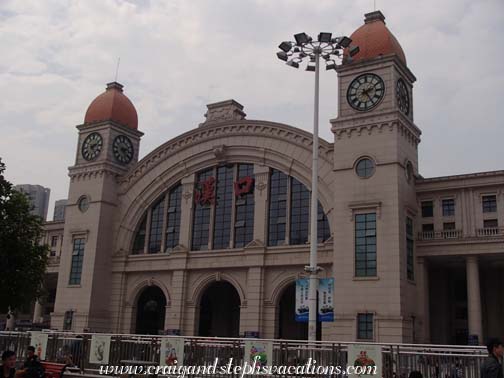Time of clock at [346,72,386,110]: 2:24
